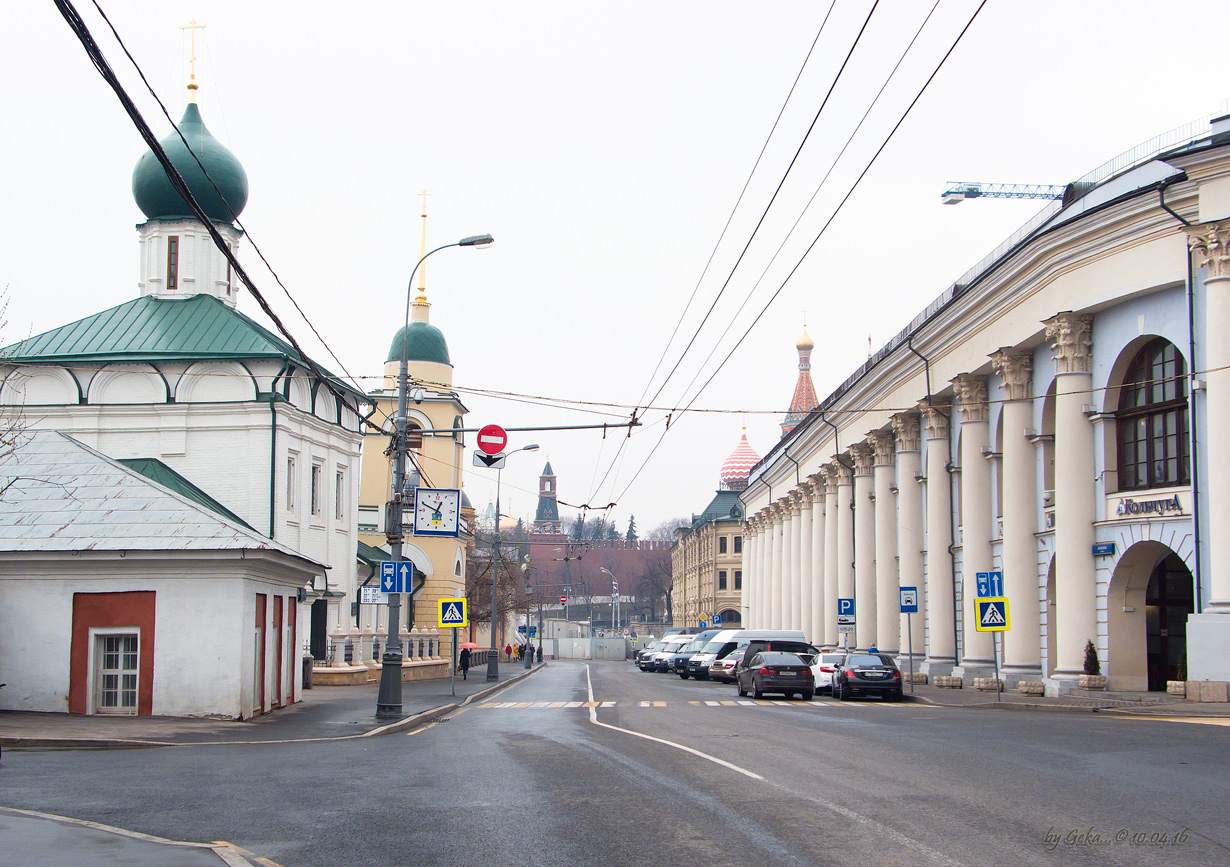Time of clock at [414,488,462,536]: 12:49
